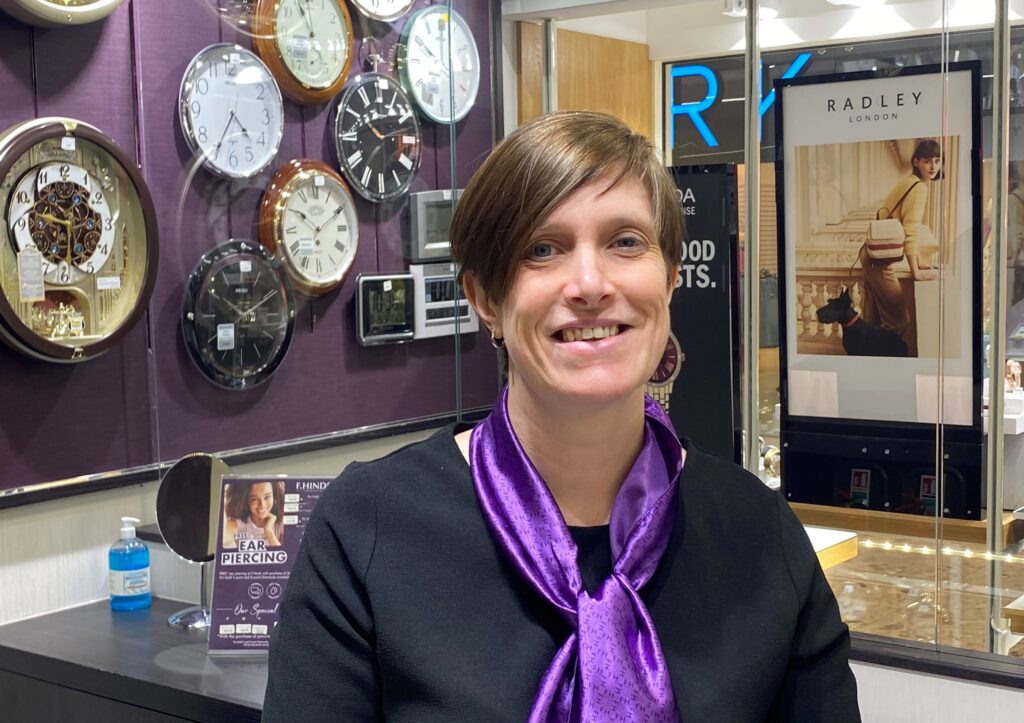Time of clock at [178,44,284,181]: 4:35
